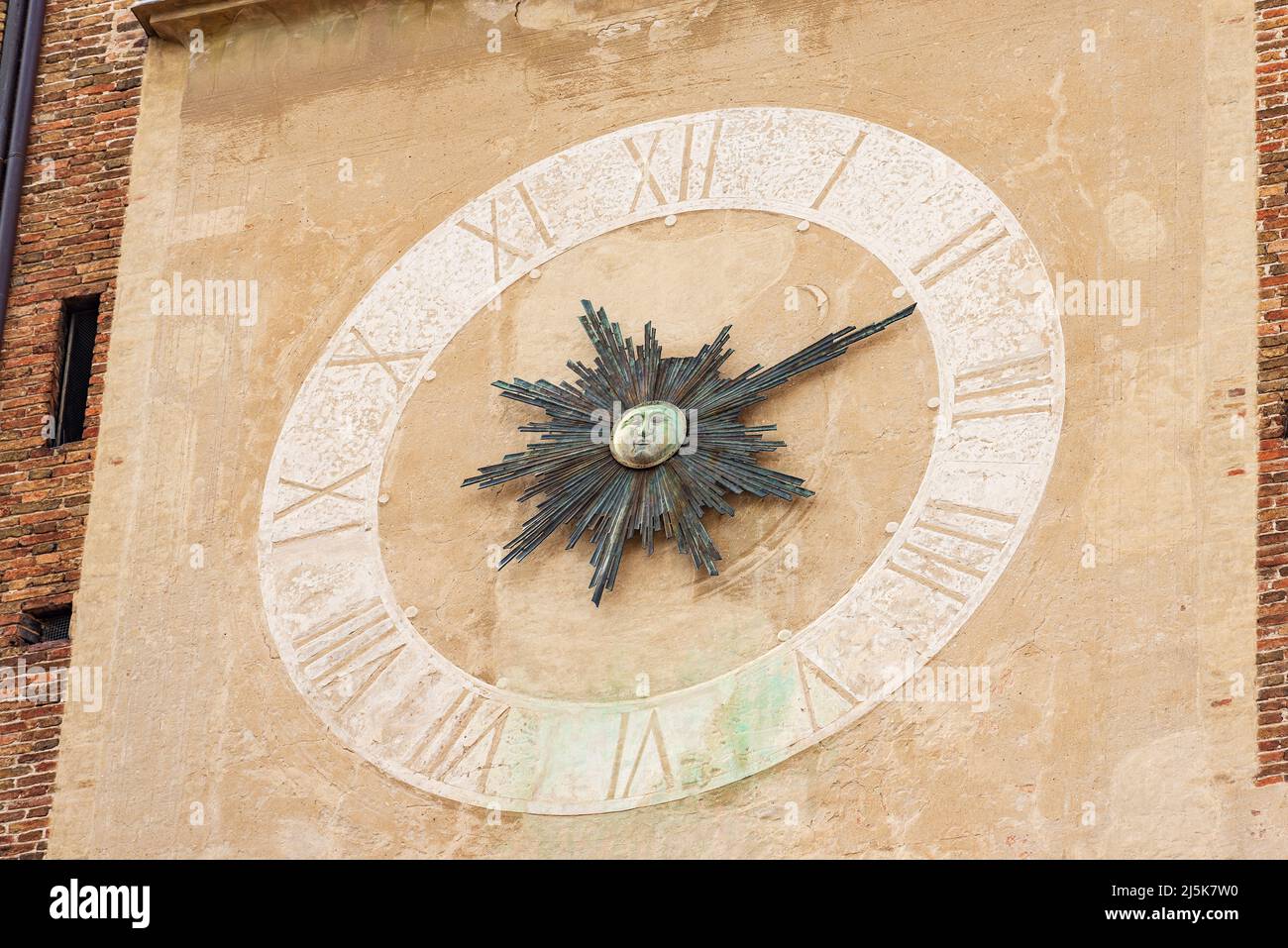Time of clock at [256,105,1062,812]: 11:10
